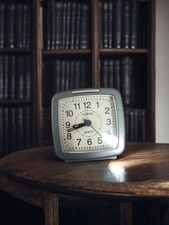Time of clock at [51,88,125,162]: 8:42
